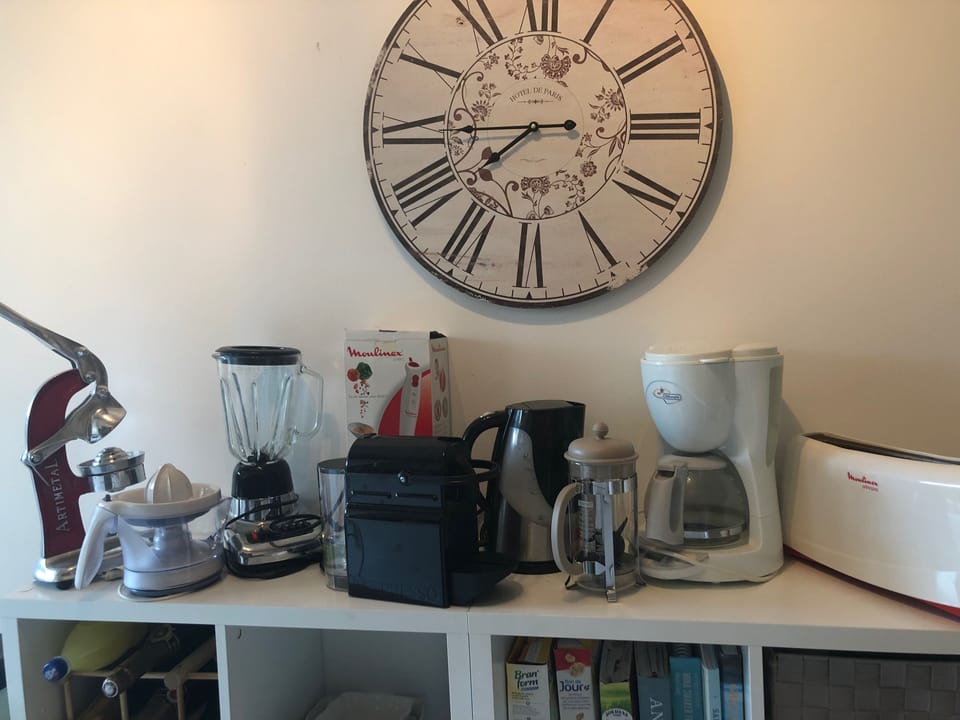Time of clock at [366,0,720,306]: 7:44
